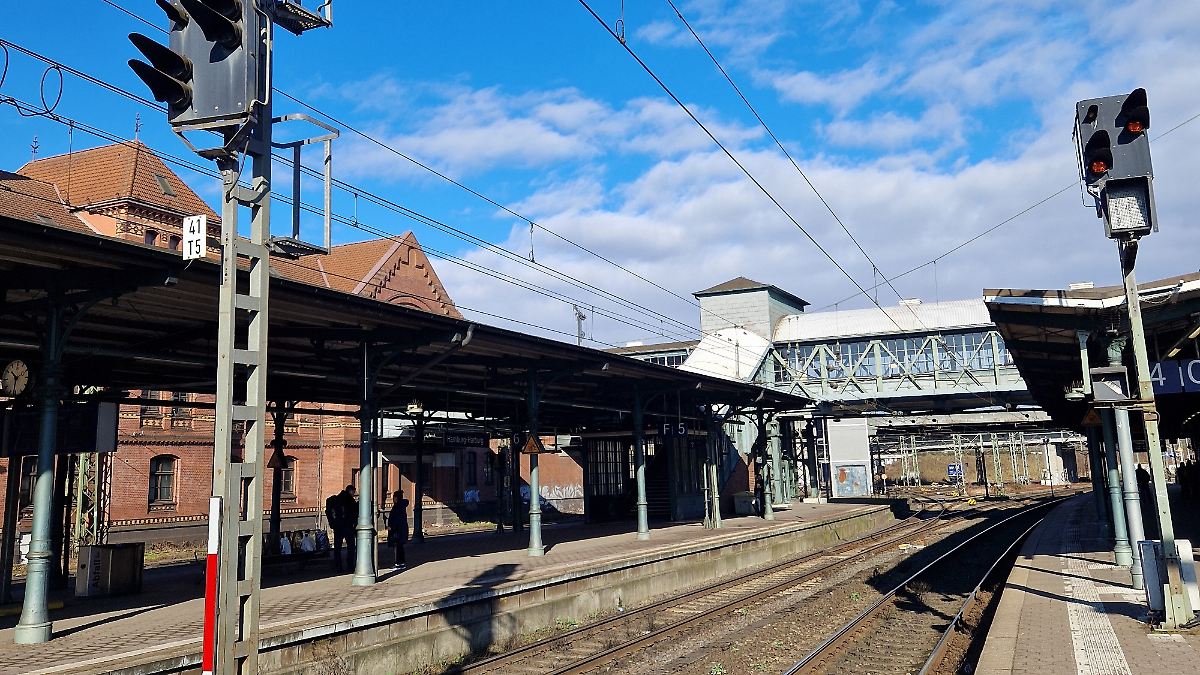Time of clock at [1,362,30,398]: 10:31
